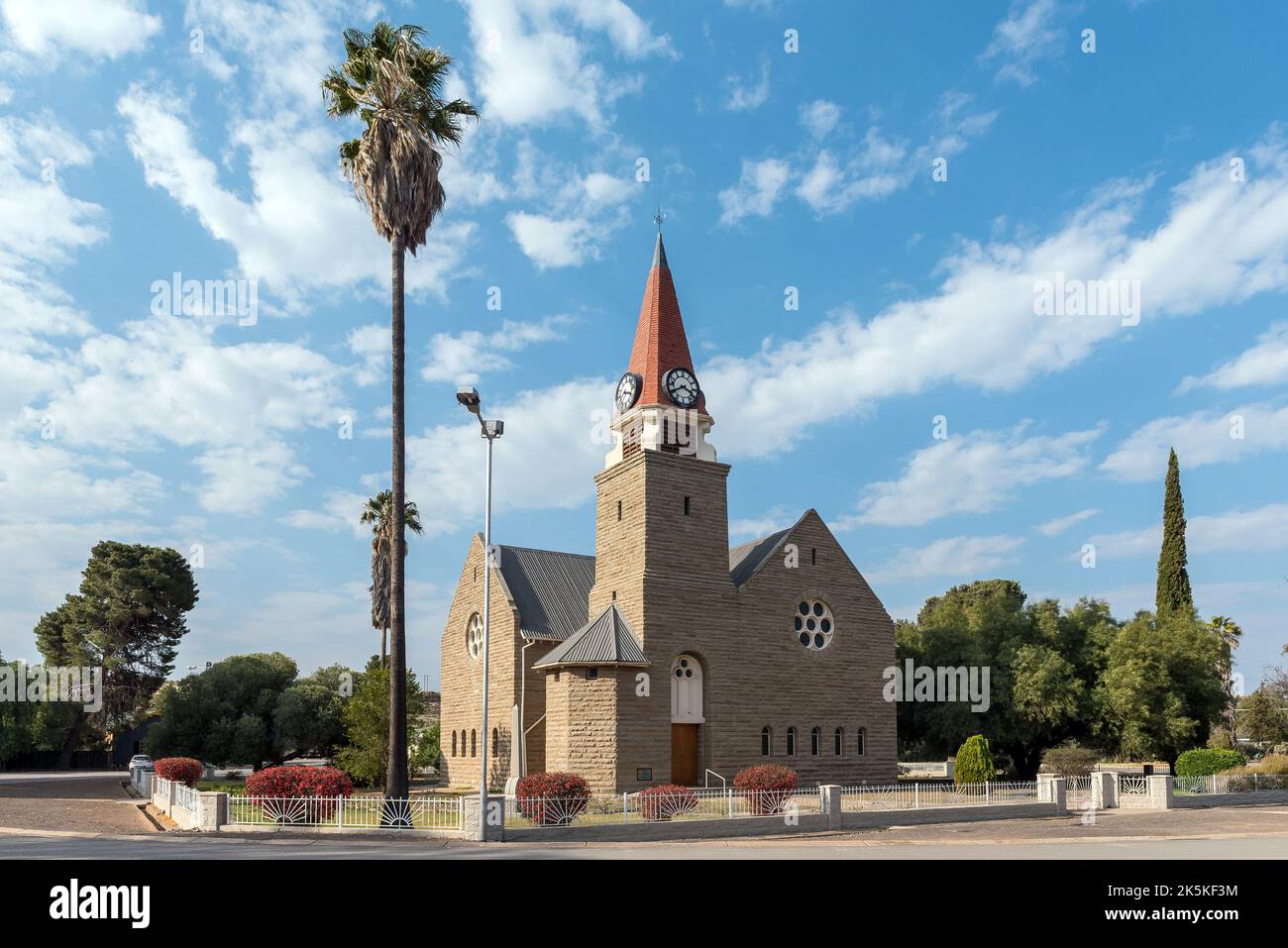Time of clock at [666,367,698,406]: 3:40
